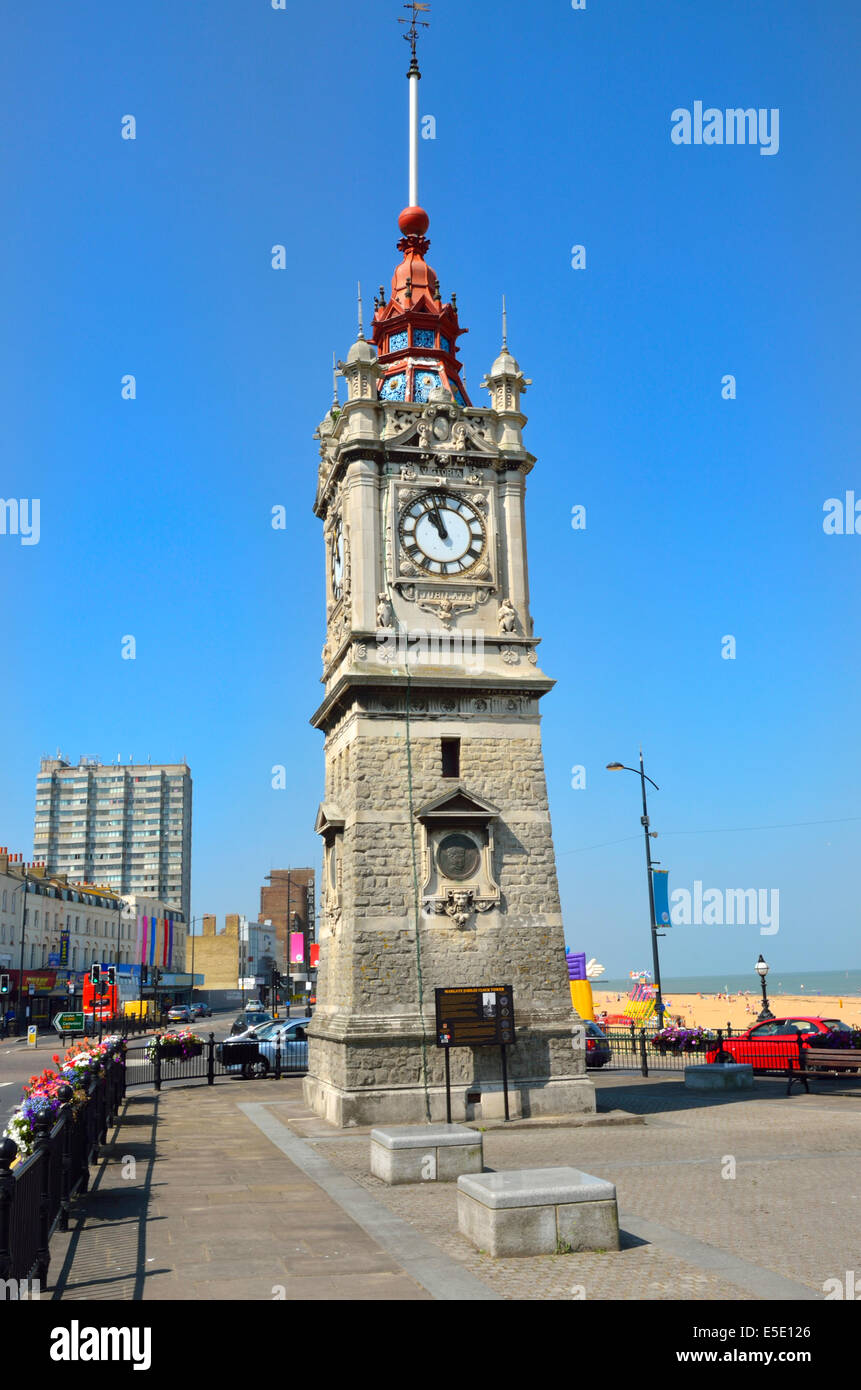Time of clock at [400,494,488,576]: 10:57
